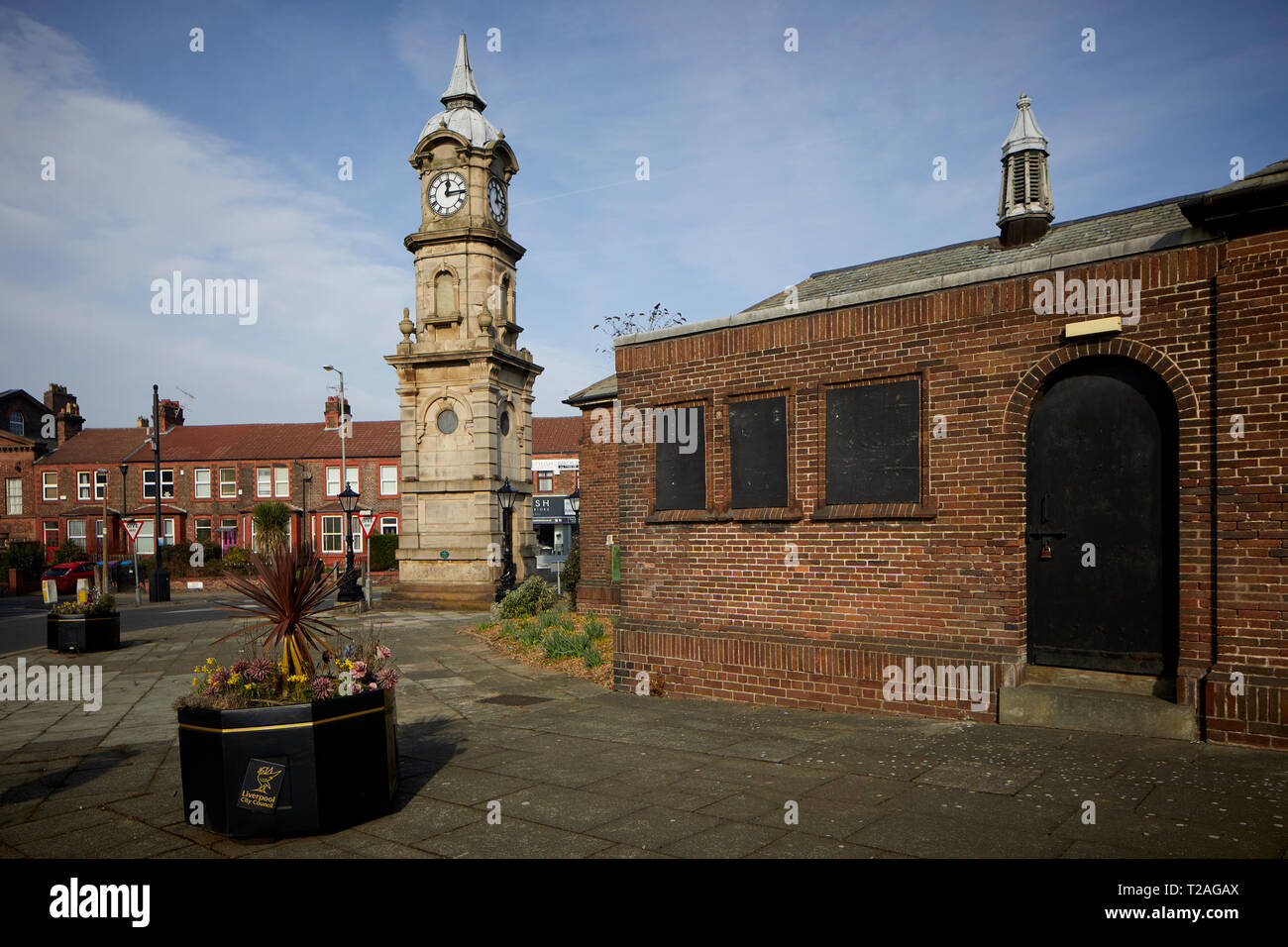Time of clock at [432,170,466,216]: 12:14
